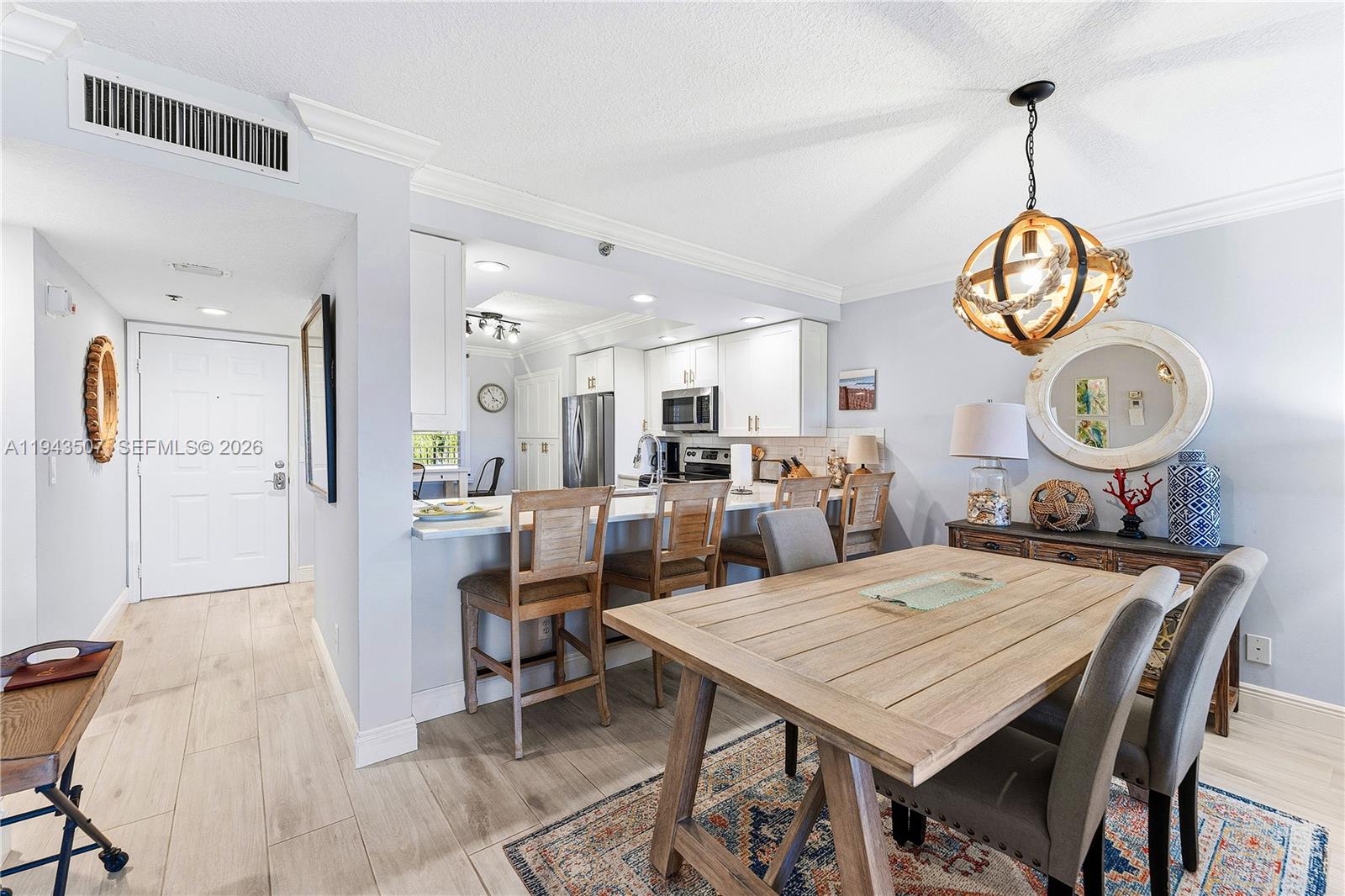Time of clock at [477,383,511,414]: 3:55
